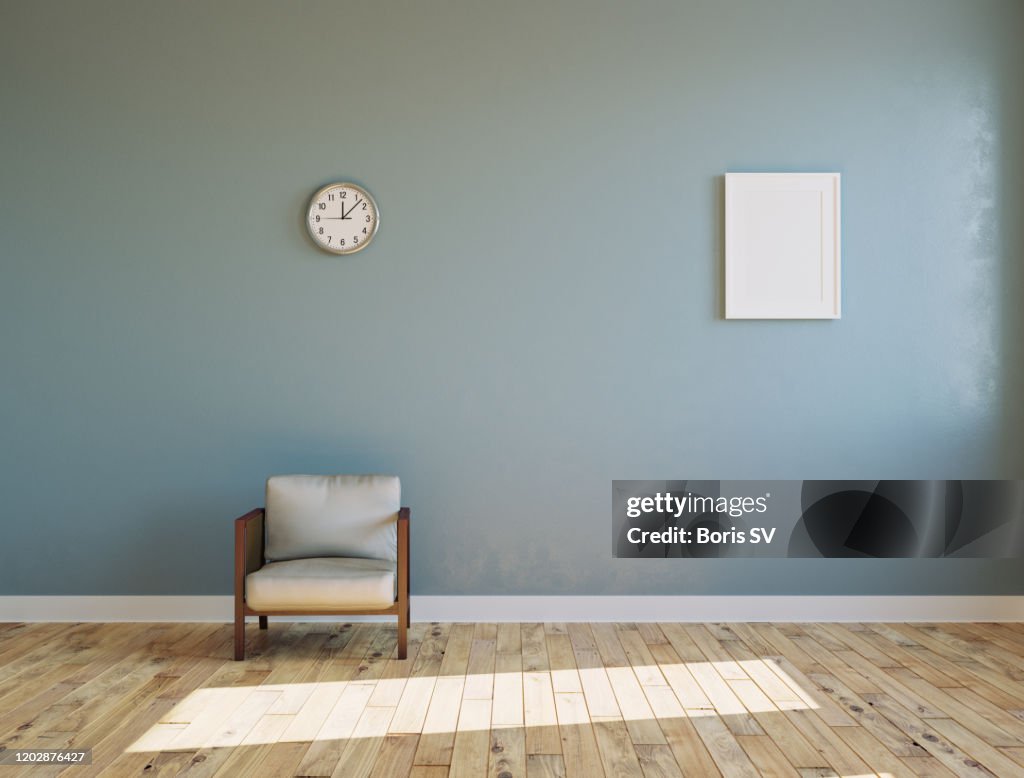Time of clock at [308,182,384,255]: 12:07
